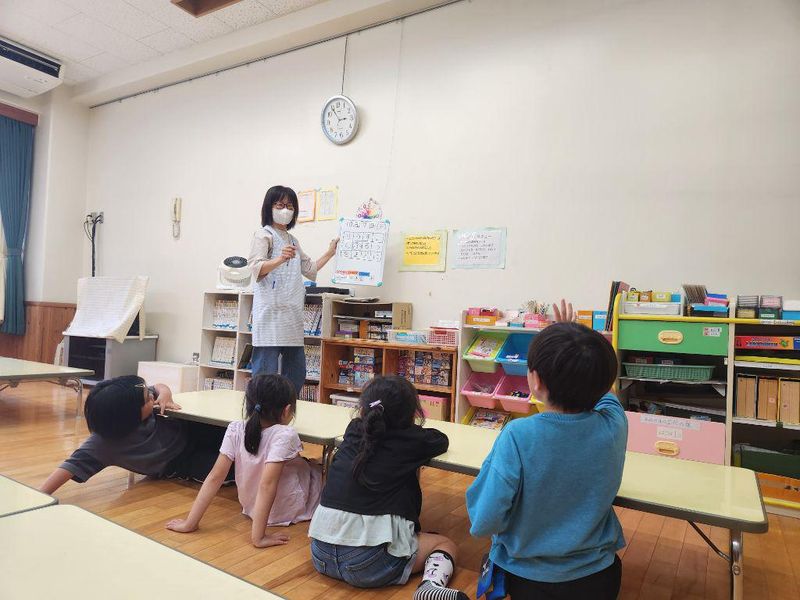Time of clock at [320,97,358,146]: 2:54
